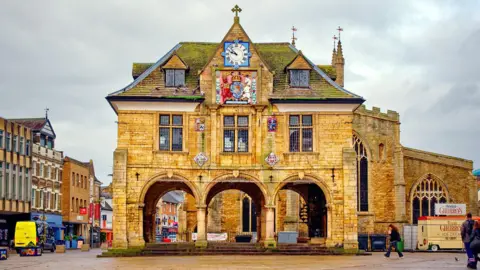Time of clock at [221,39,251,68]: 9:53
